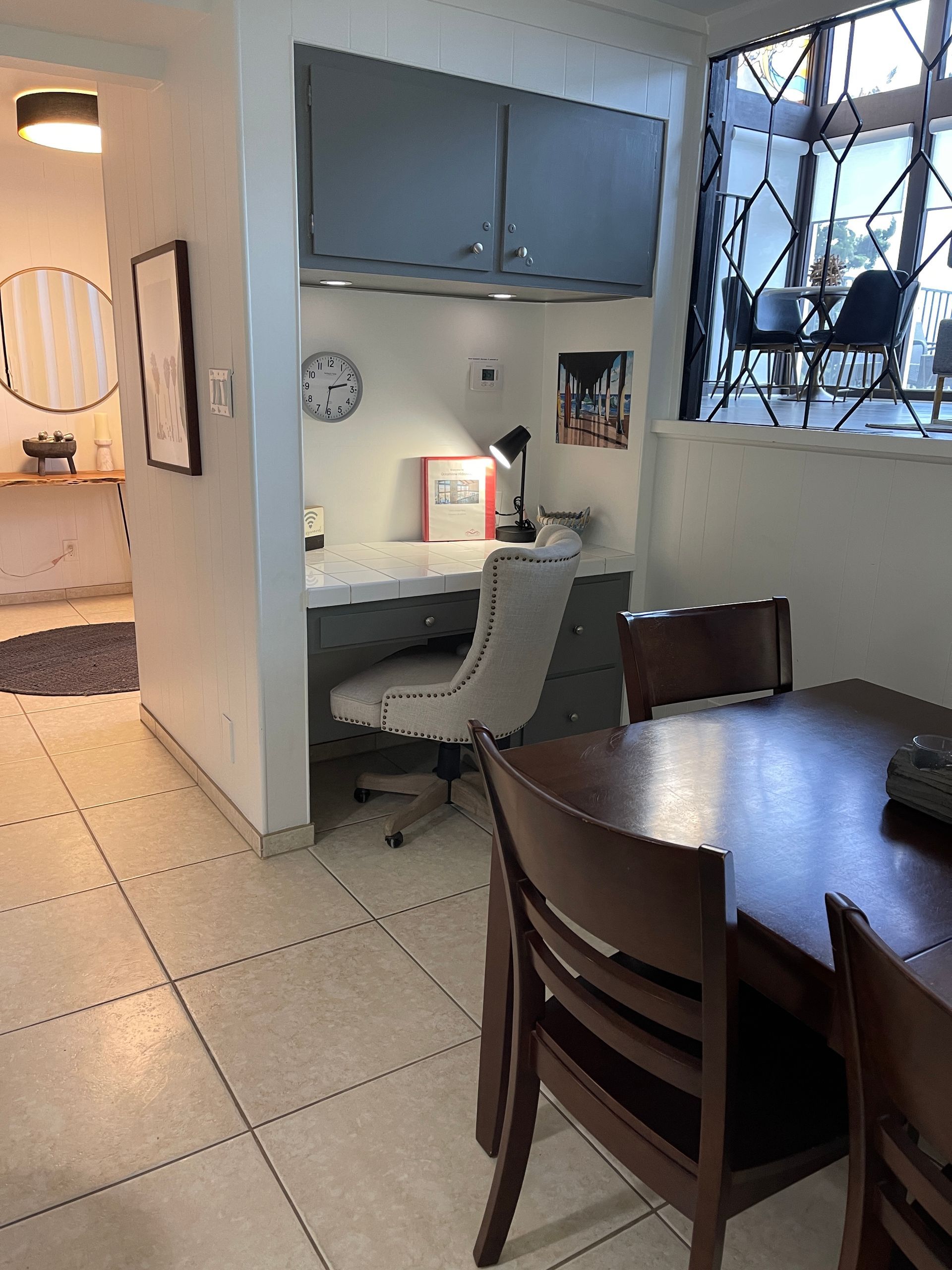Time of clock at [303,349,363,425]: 2:31
